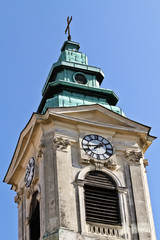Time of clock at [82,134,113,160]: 1:43
